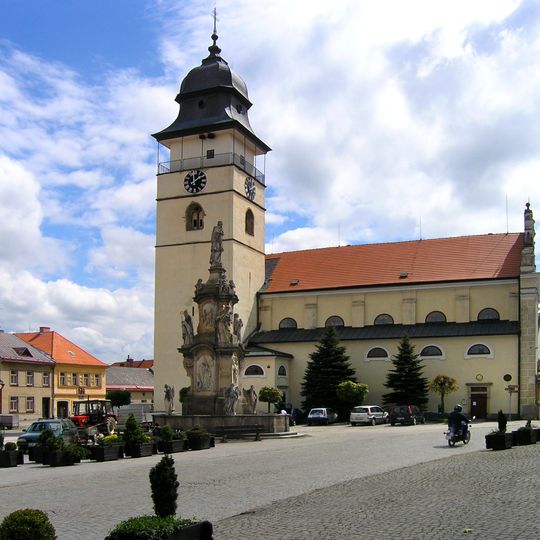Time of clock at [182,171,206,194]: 12:07
